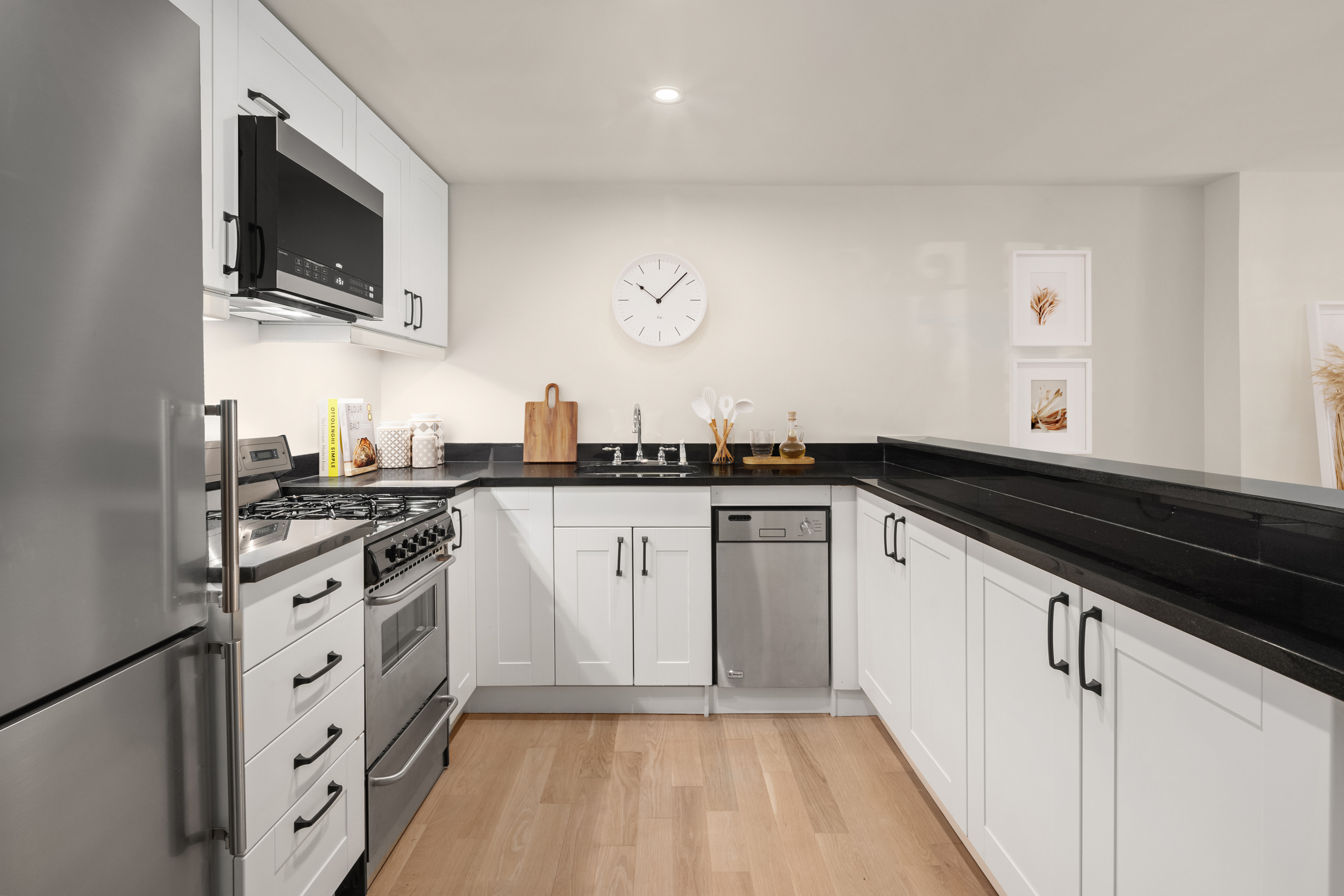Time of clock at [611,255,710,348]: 10:07
